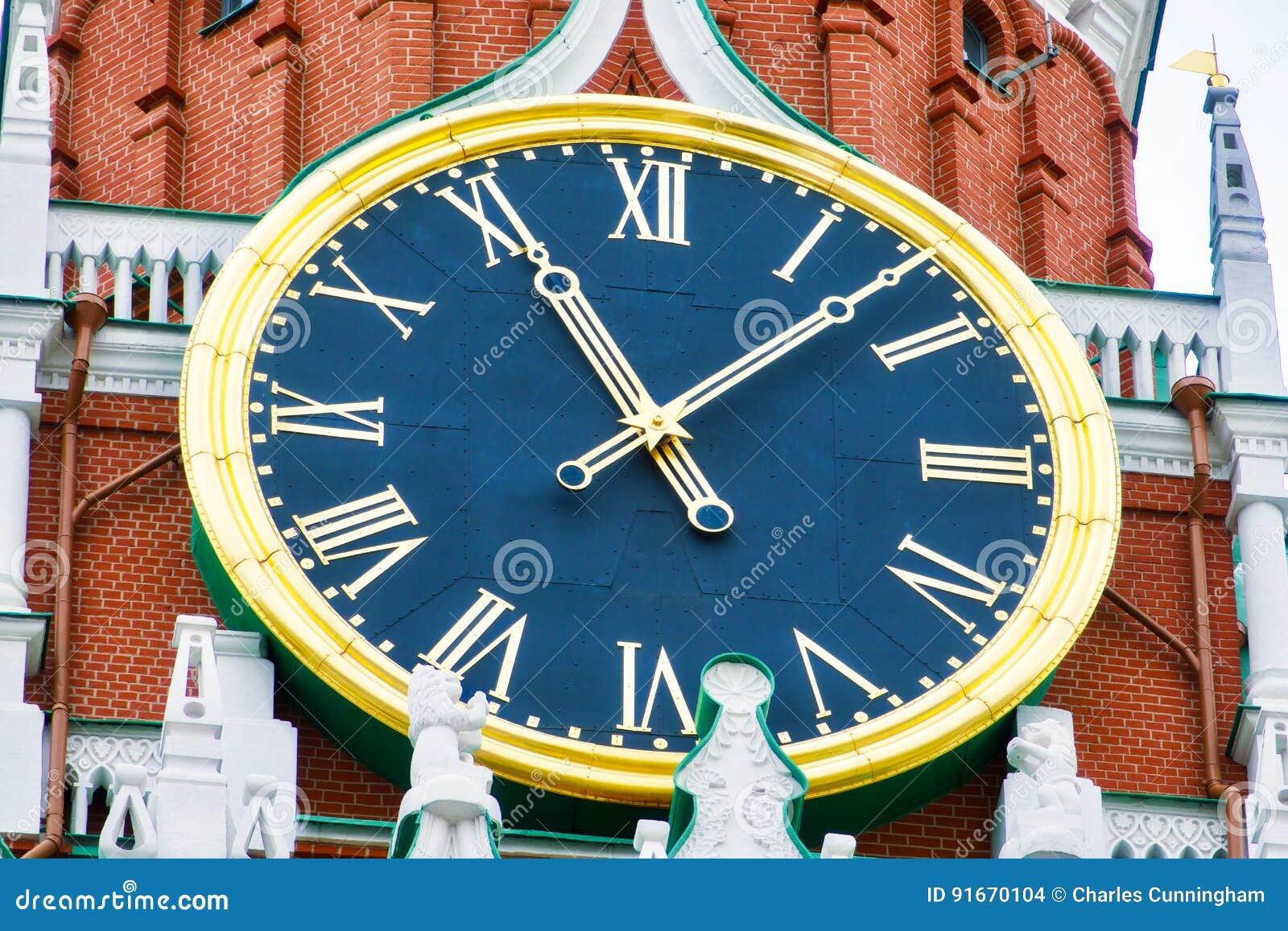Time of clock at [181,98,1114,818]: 11:07
